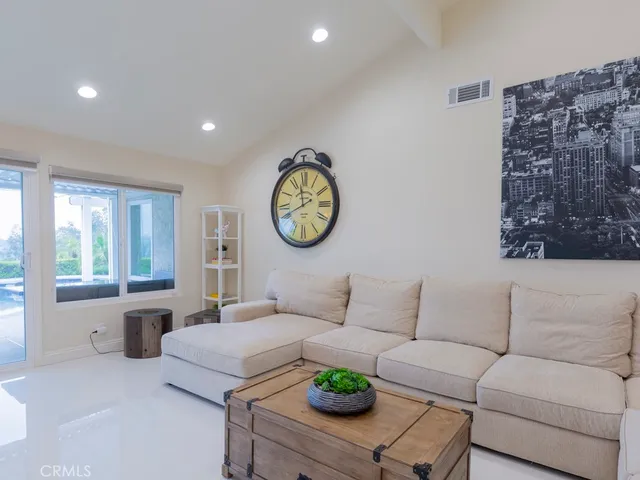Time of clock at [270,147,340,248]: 11:41
